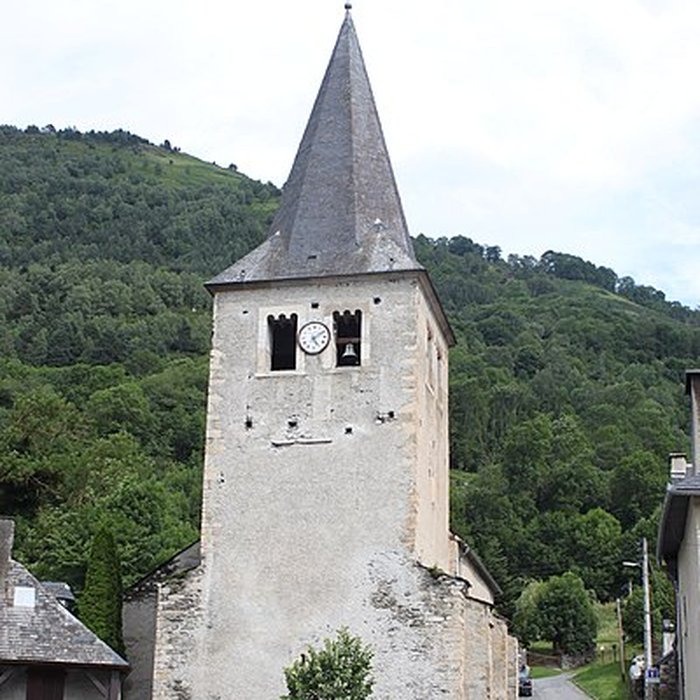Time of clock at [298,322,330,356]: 5:09
